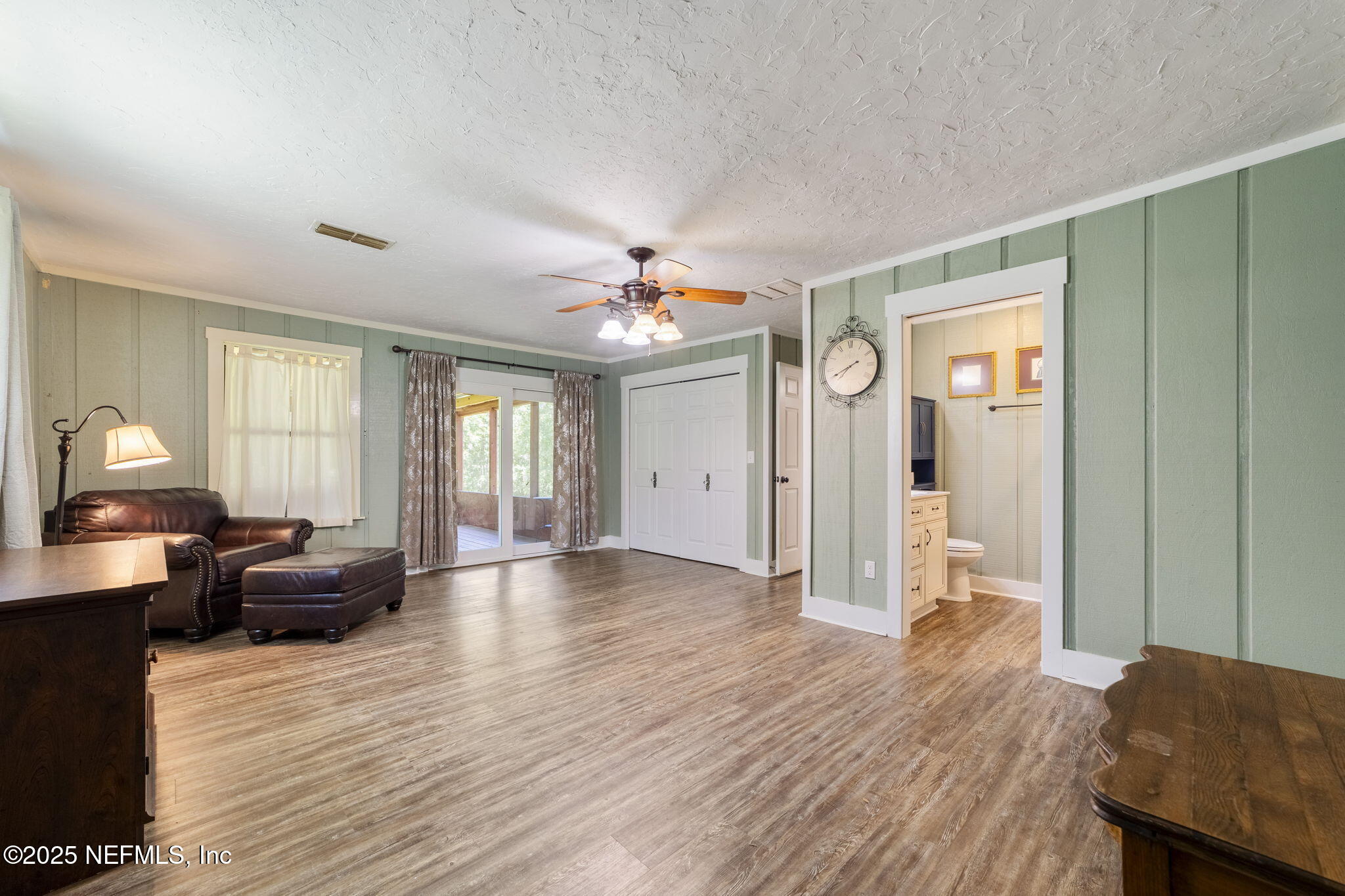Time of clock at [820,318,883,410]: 7:40
